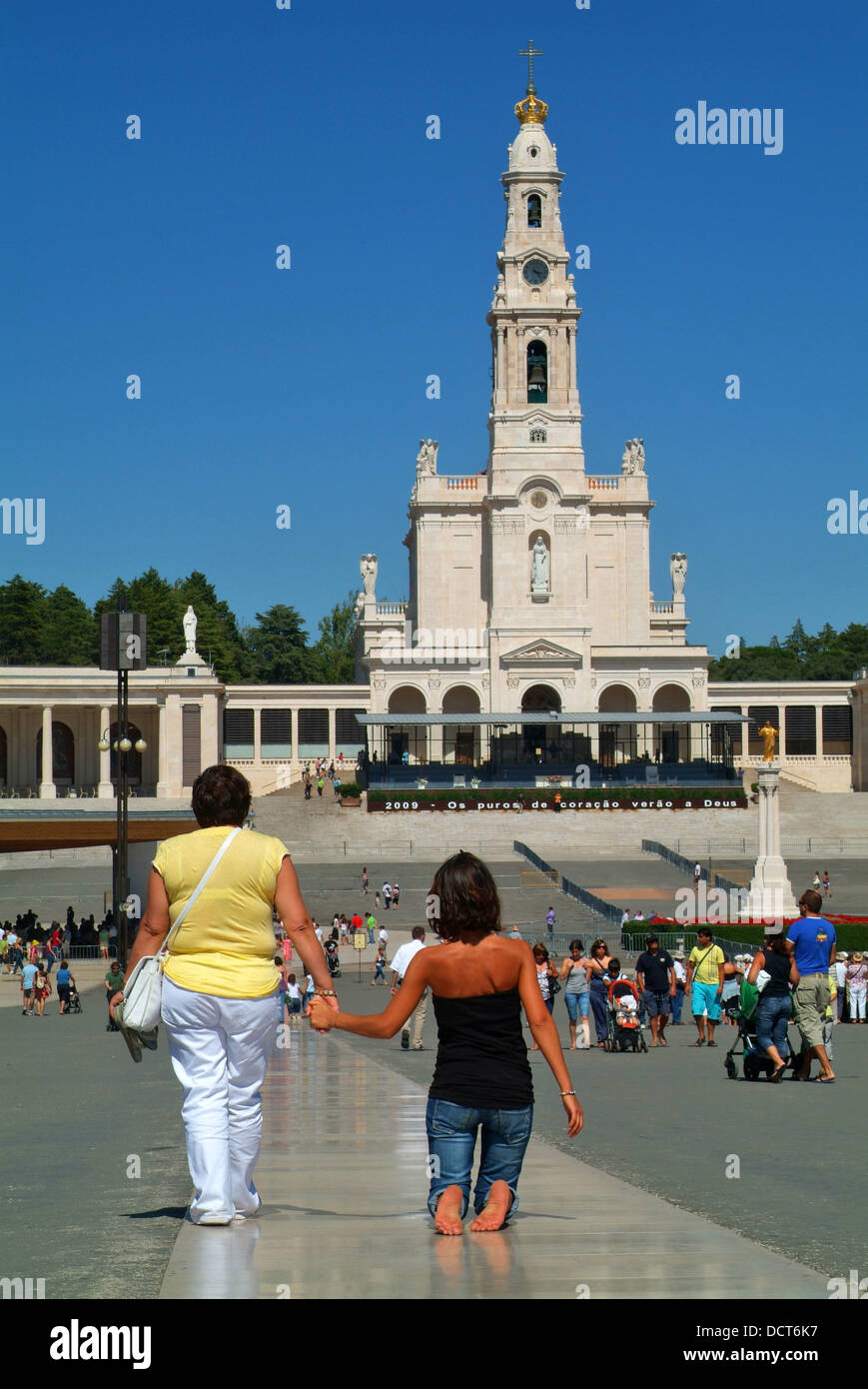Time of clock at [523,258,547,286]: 3:23
